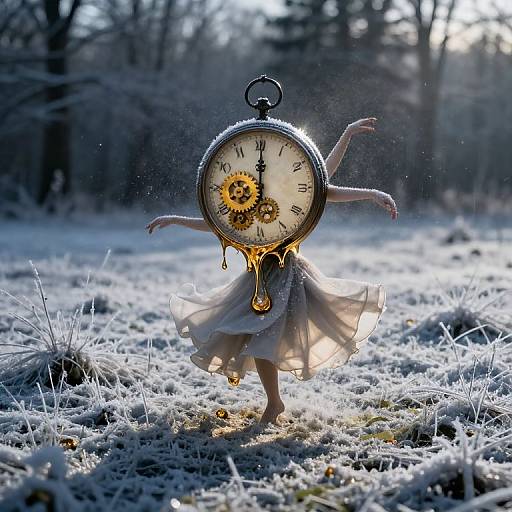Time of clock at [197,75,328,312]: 12:00
